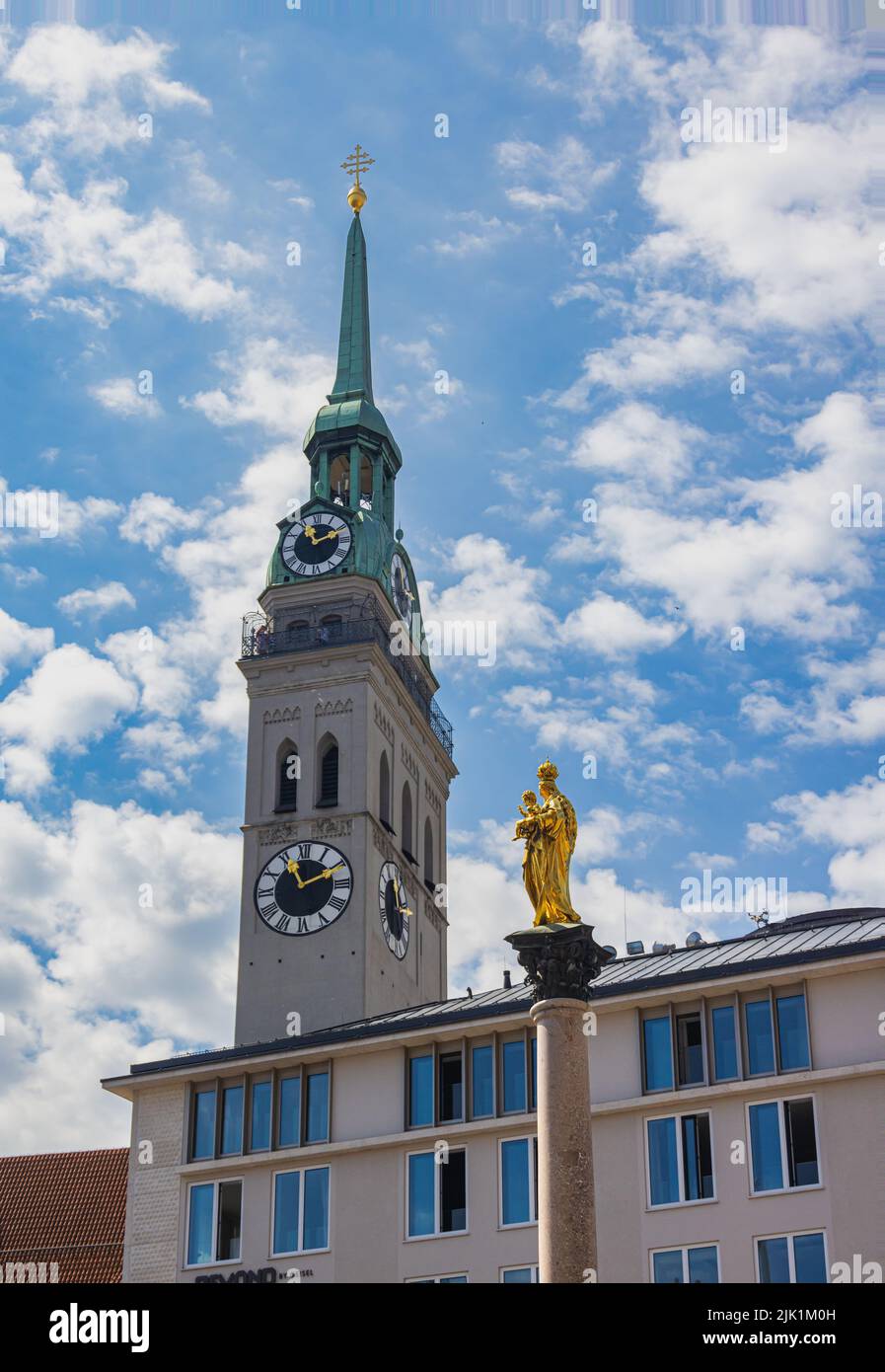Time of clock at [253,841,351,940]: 11:10
